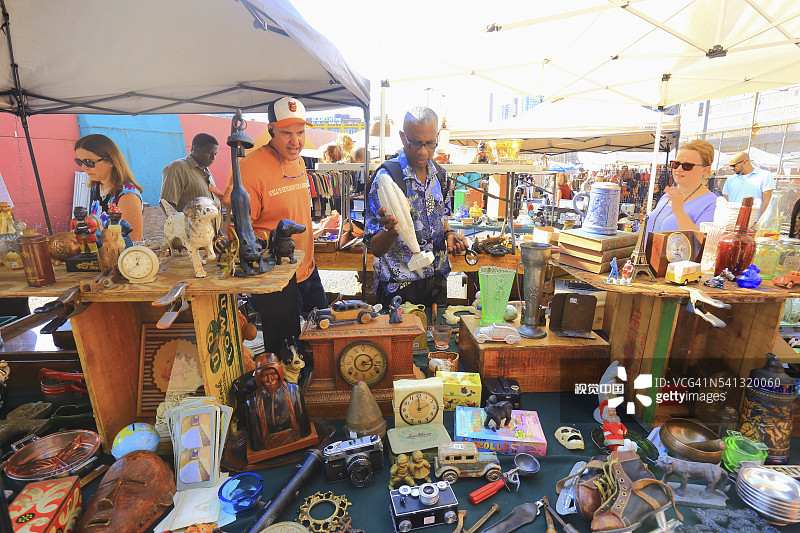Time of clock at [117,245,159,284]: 12:38
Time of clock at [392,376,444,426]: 1:59
